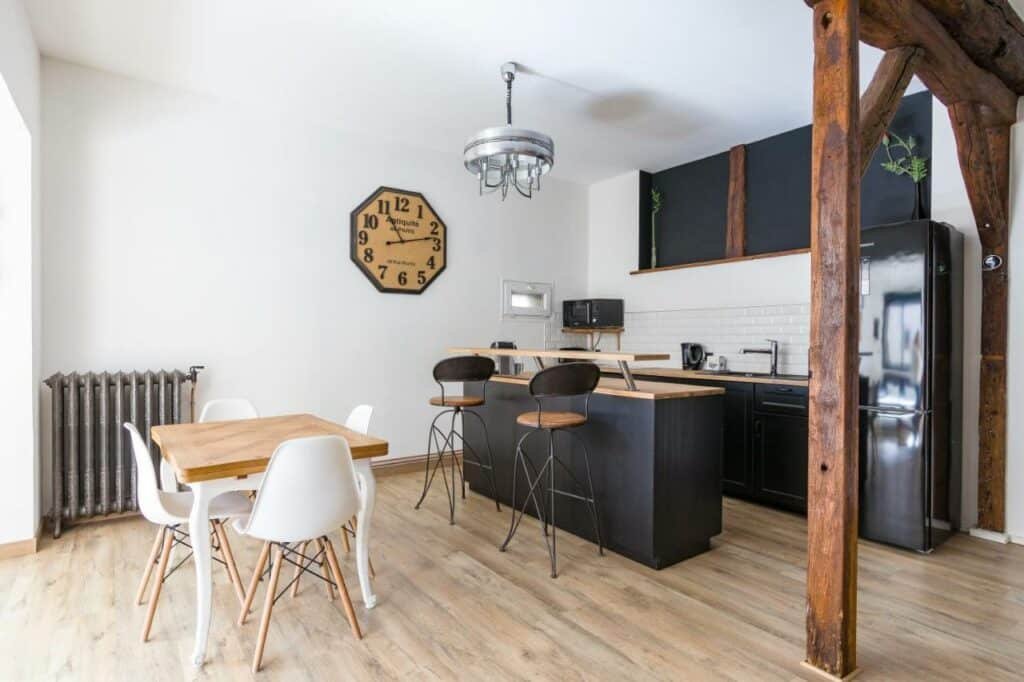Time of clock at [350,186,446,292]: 11:12
